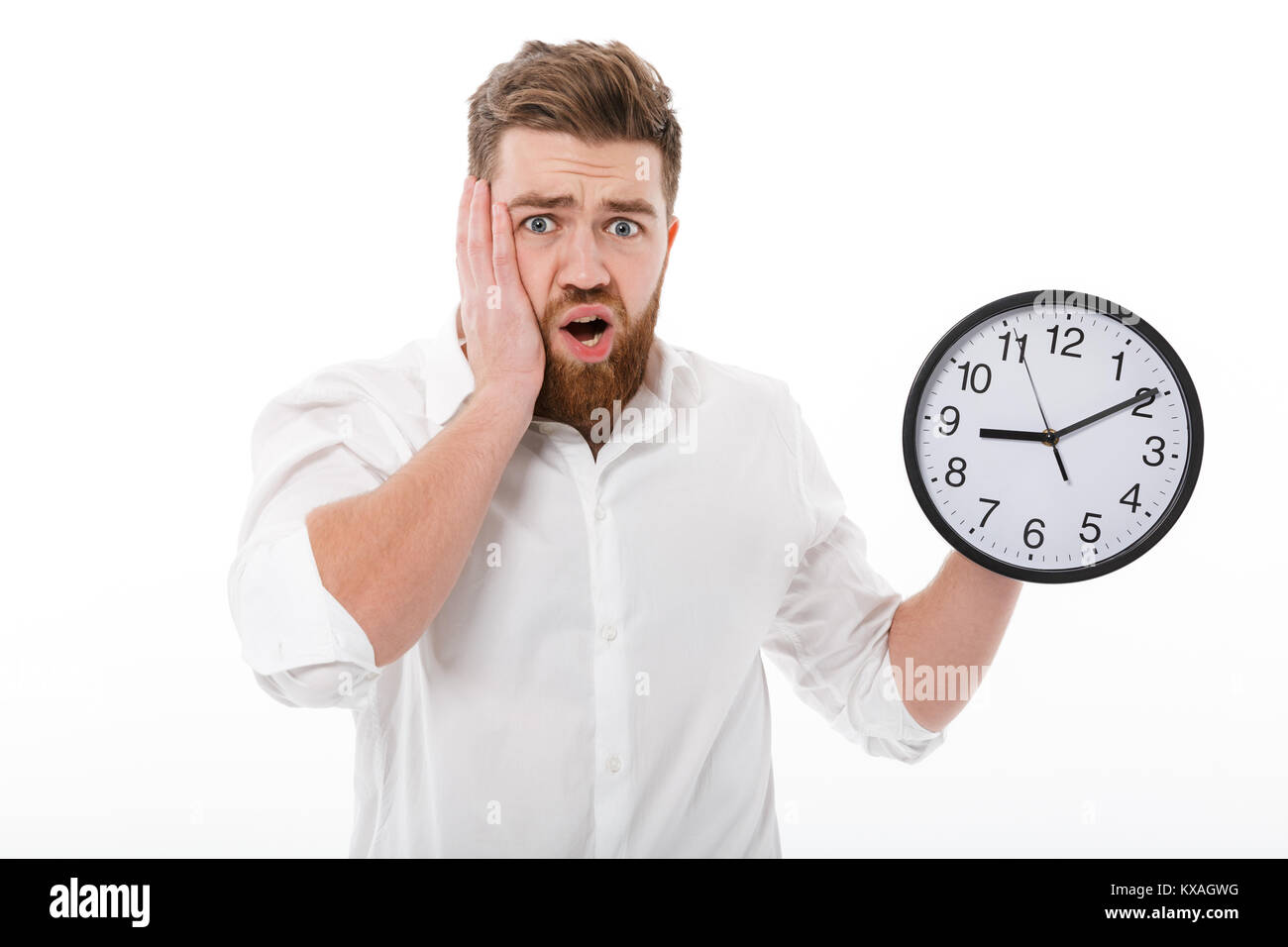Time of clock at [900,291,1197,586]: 9:09
